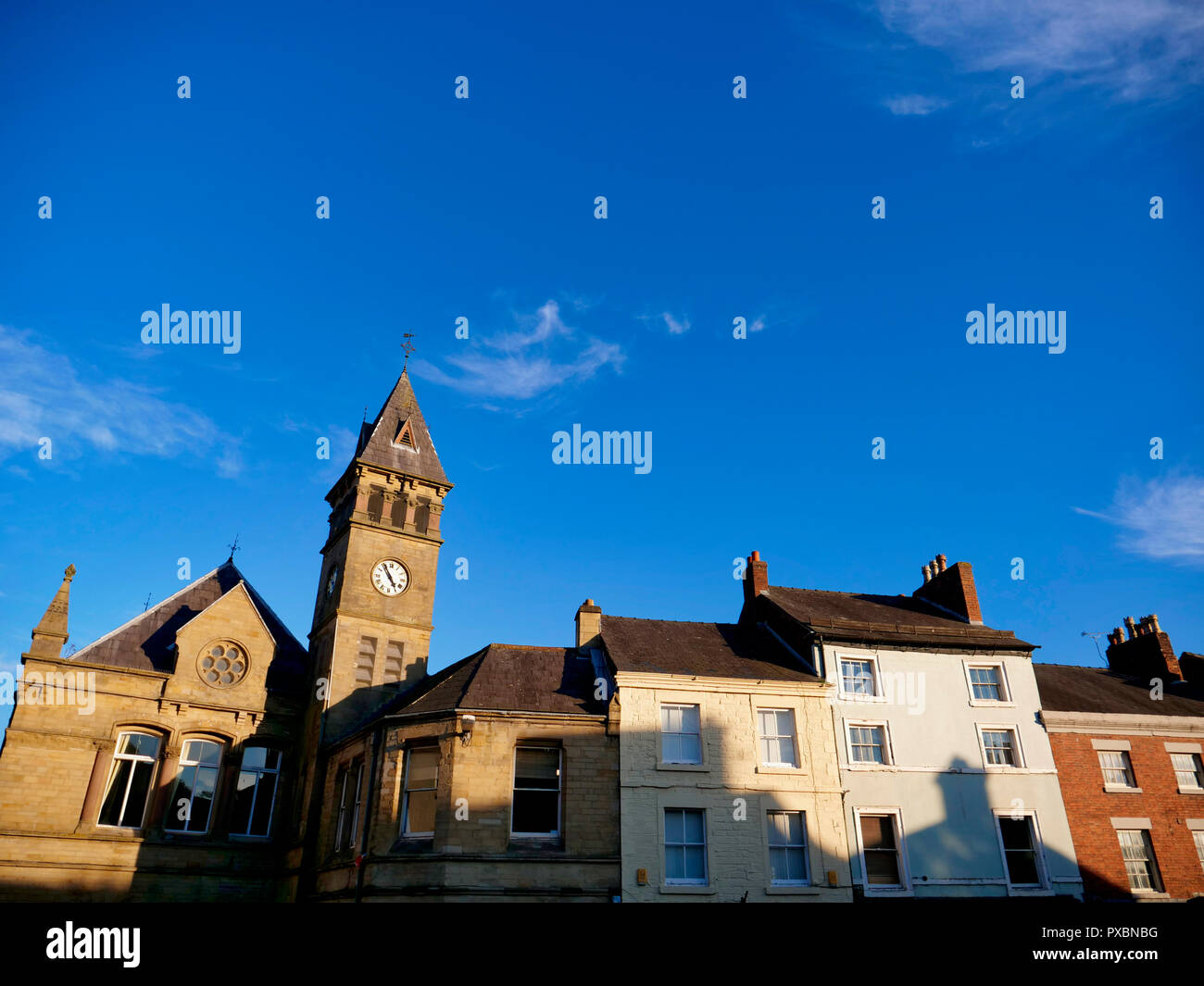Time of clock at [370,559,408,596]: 4:54
